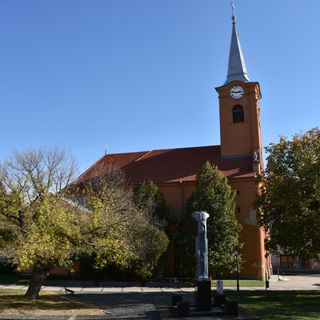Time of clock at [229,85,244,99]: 2:46
